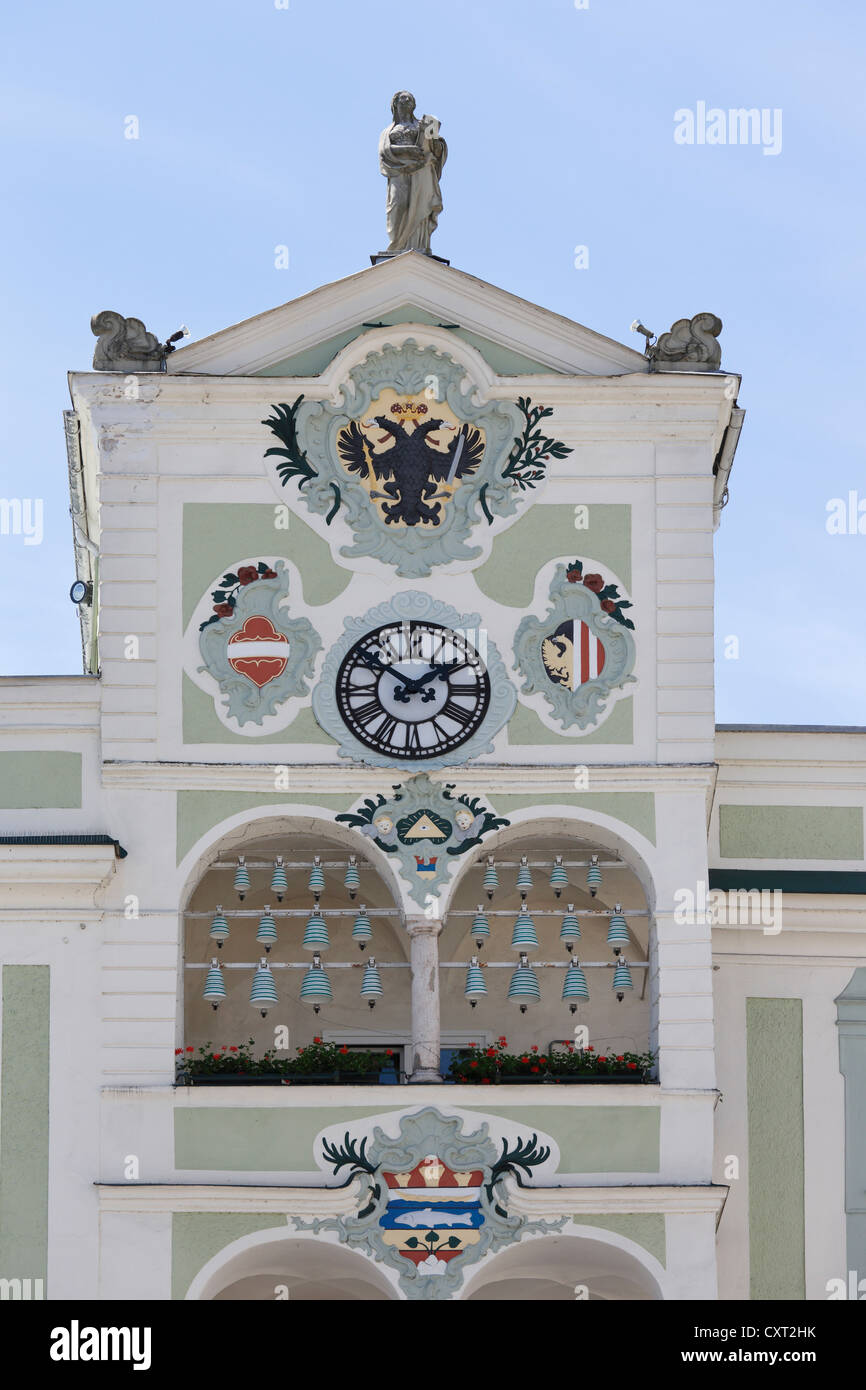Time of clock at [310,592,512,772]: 1:51
